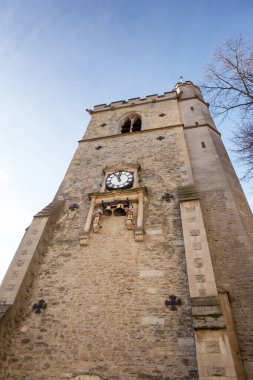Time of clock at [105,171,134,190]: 11:55
